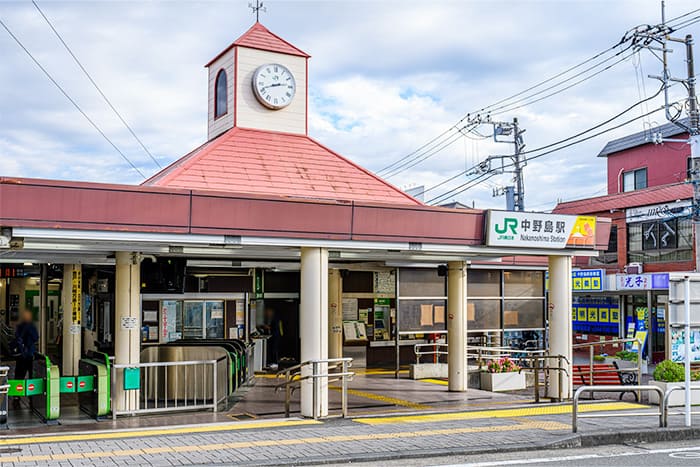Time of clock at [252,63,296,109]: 2:41
